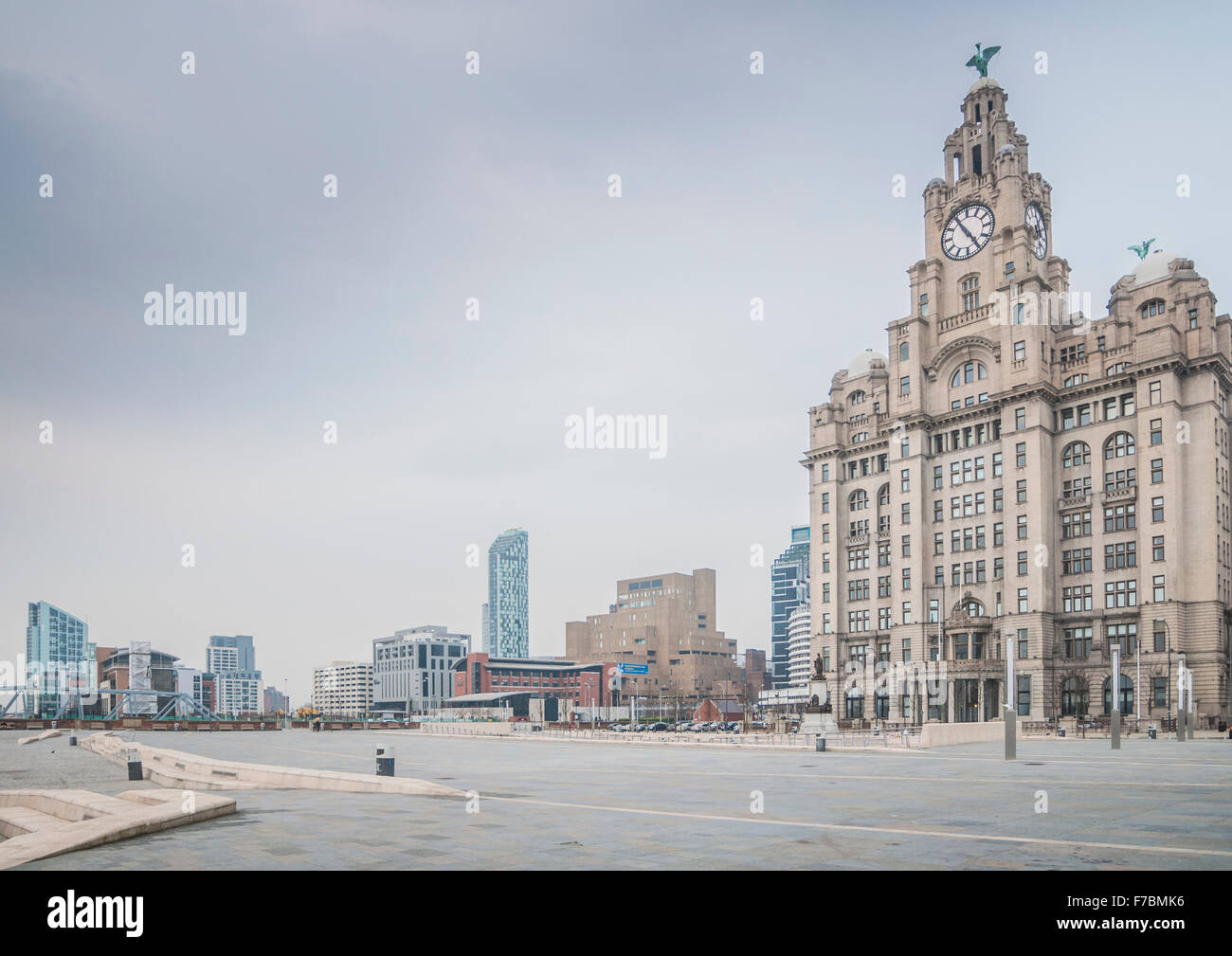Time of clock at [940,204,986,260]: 4:54
